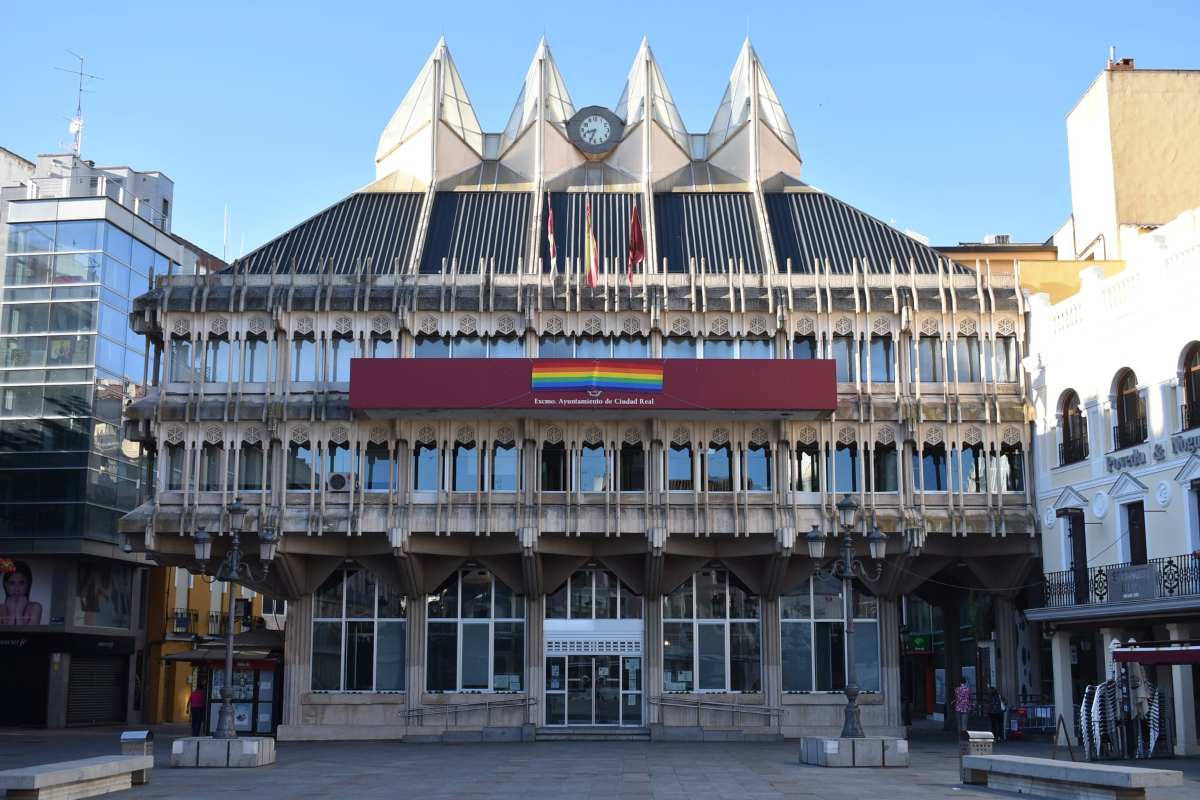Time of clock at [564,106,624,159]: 8:33
